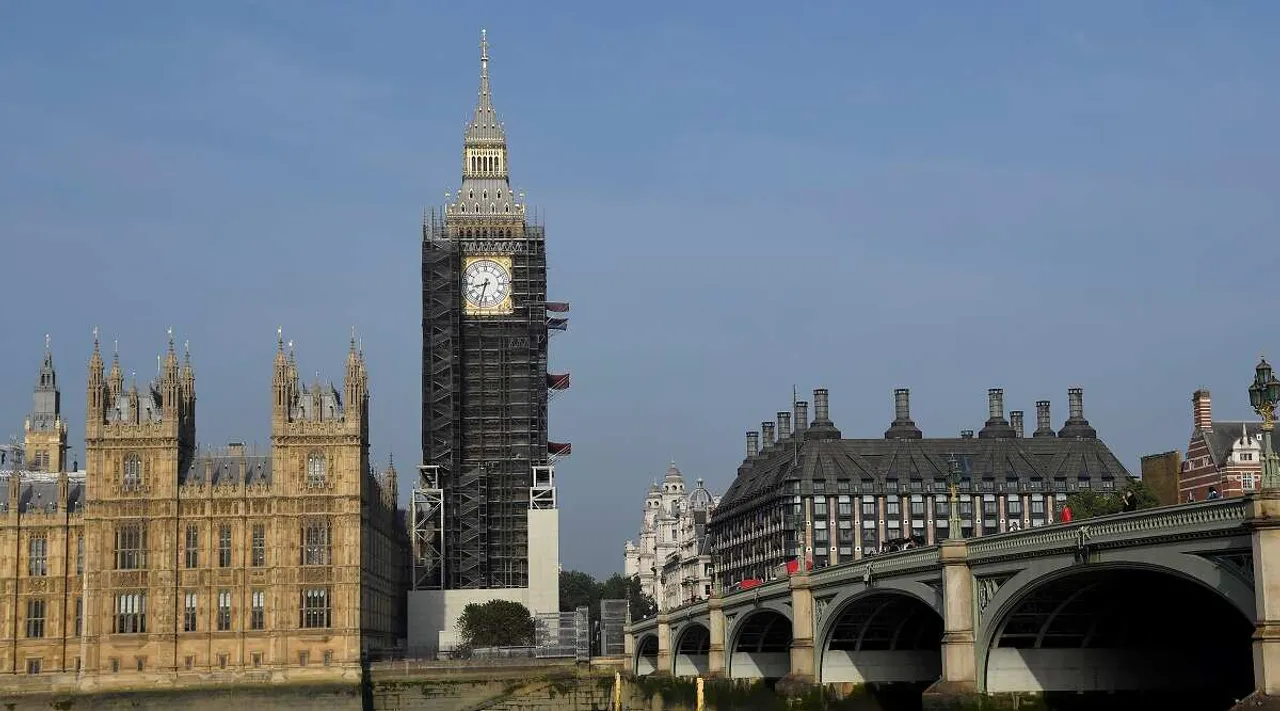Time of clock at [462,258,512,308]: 8:32
